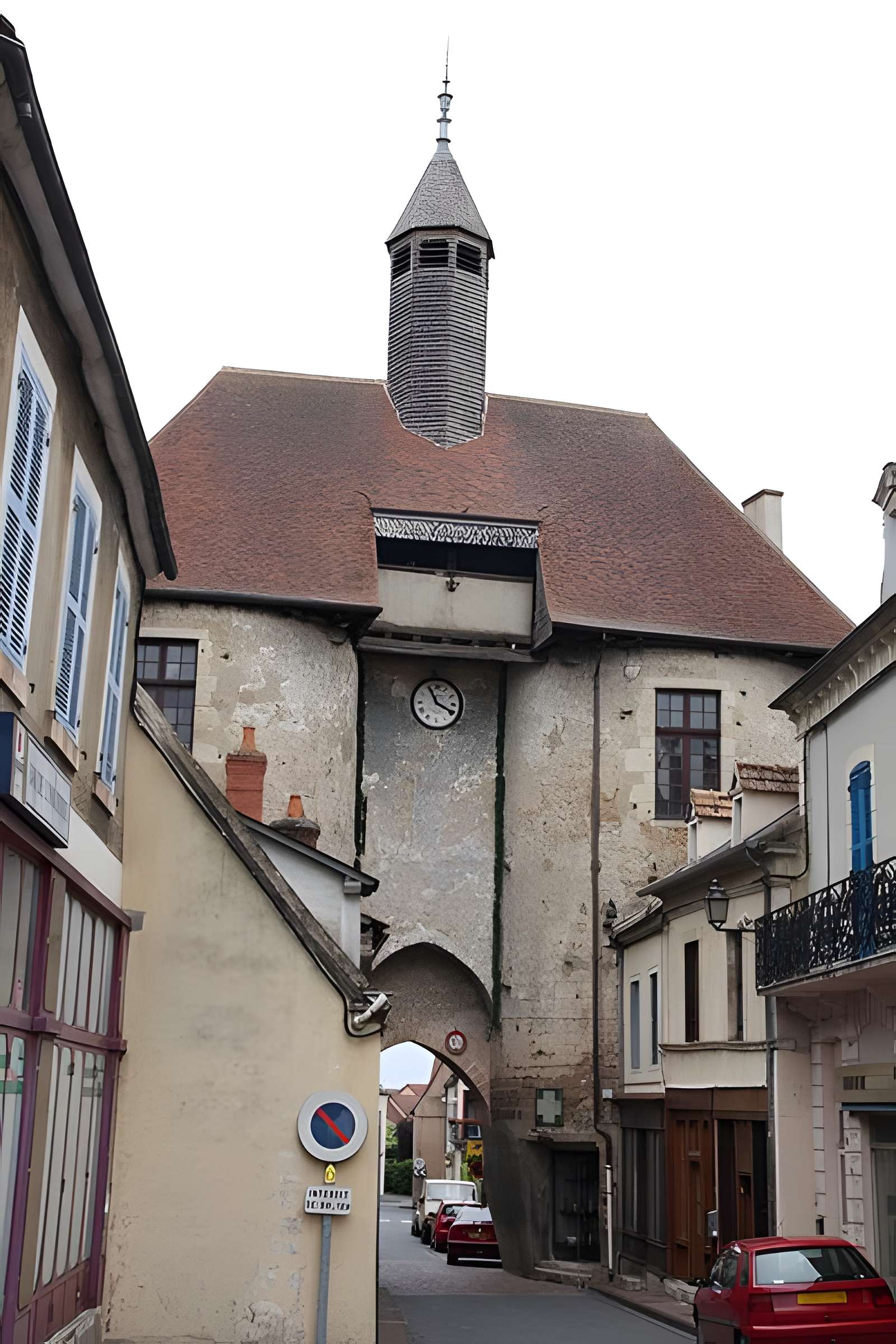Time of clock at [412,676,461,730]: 3:55
